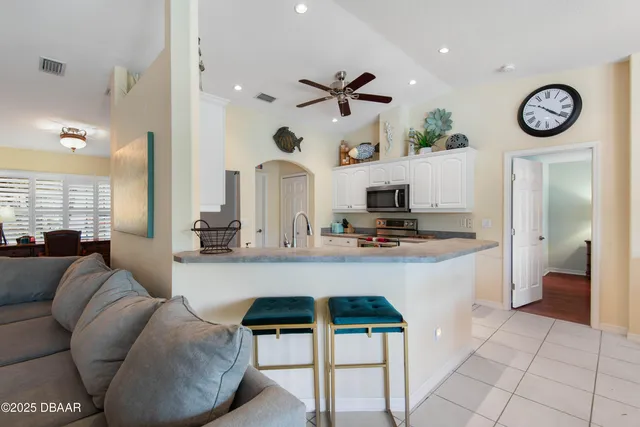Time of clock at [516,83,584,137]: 4:20
